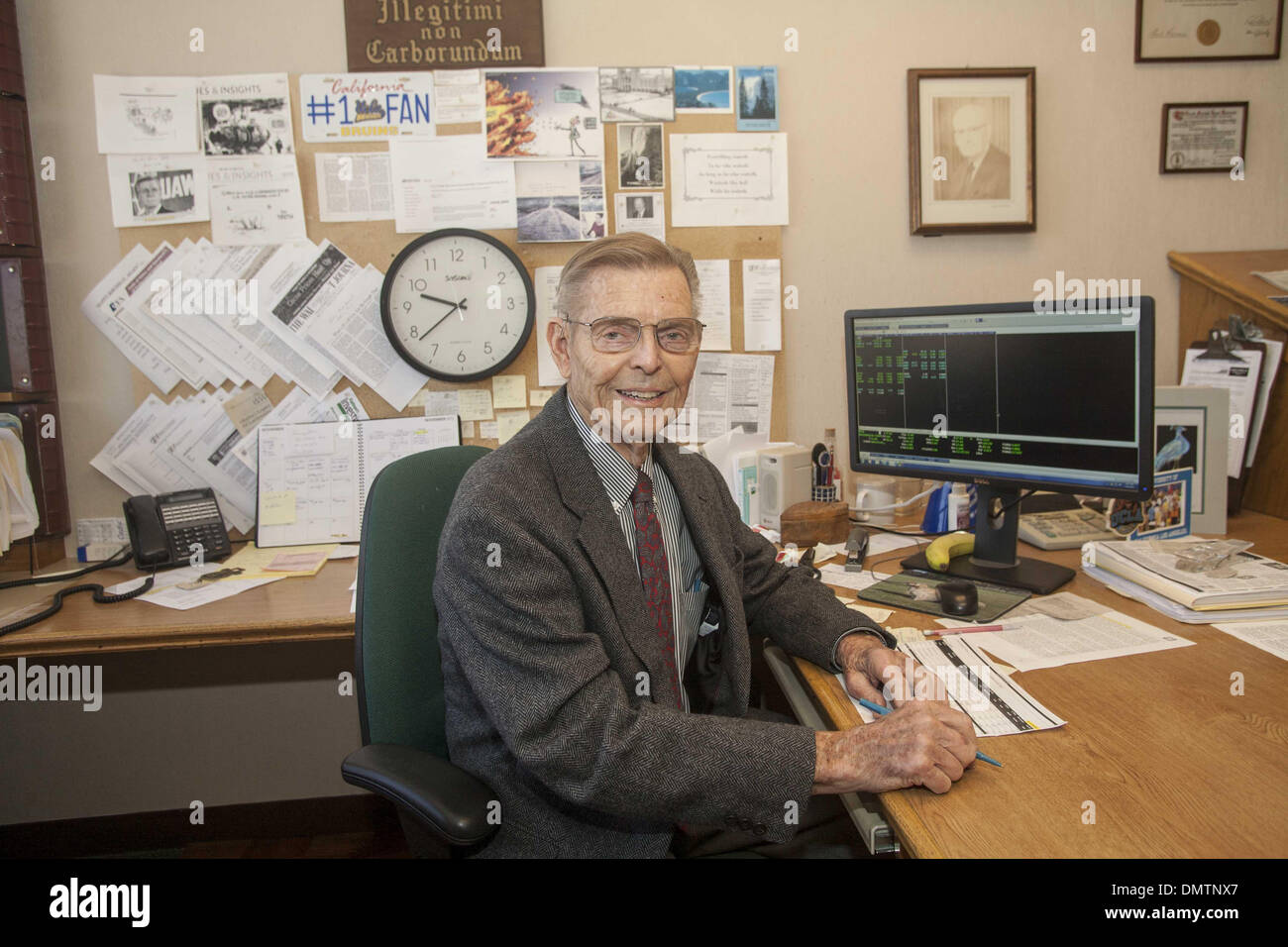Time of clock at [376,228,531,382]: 9:38
